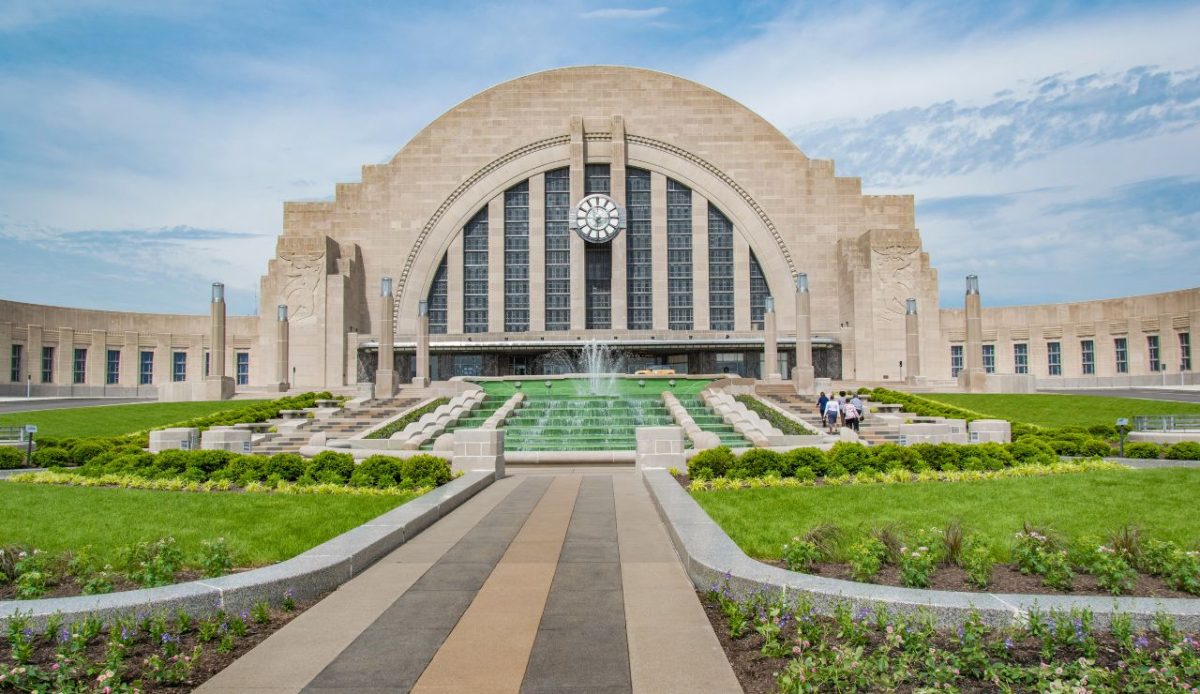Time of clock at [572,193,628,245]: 6:14
